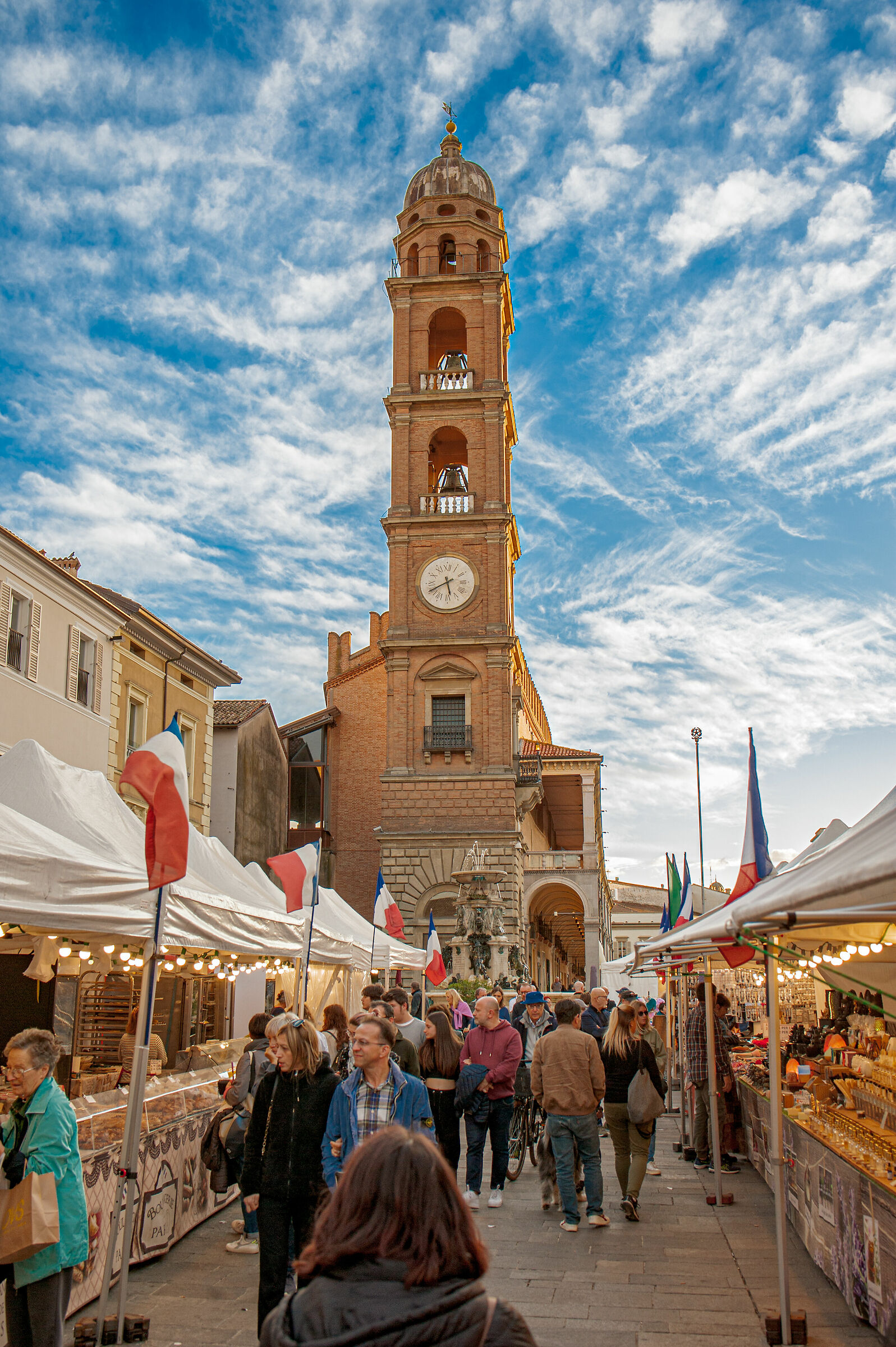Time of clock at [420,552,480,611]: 5:40
